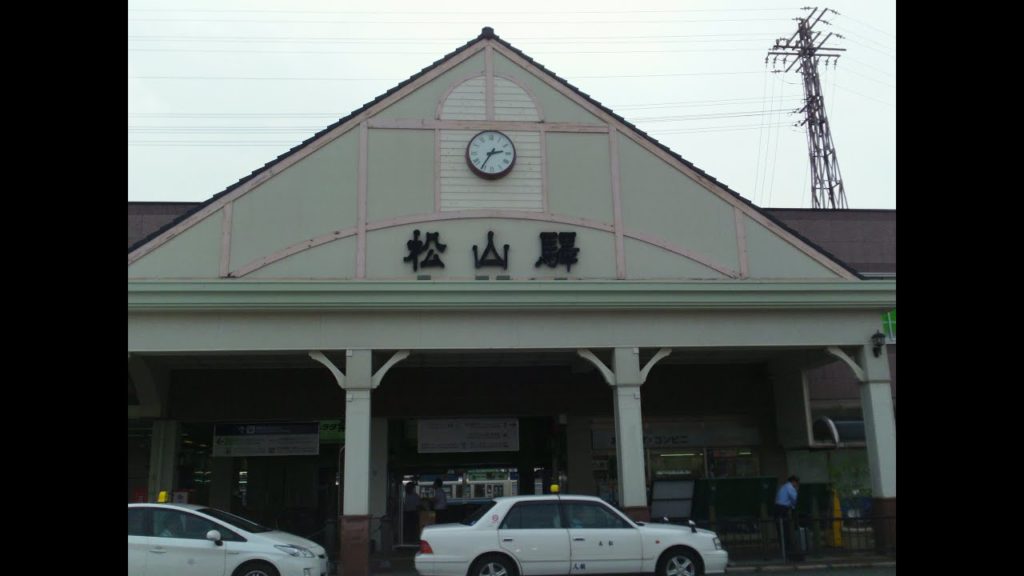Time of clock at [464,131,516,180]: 2:35
